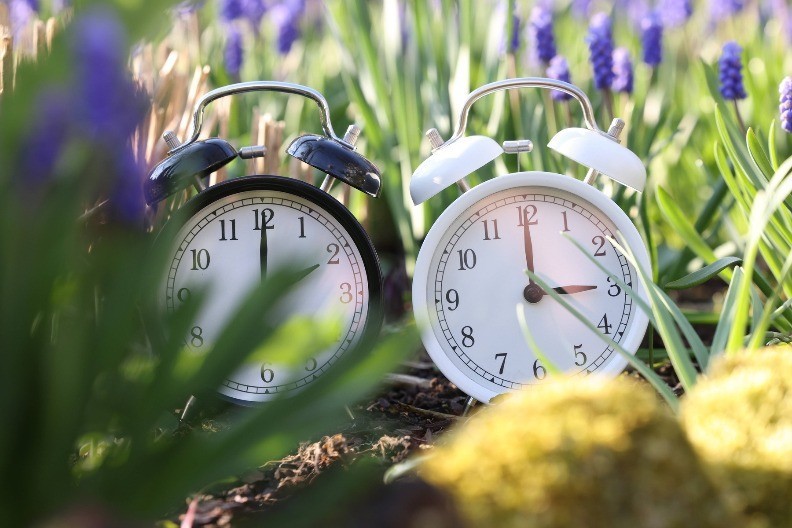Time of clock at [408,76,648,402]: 3:00
